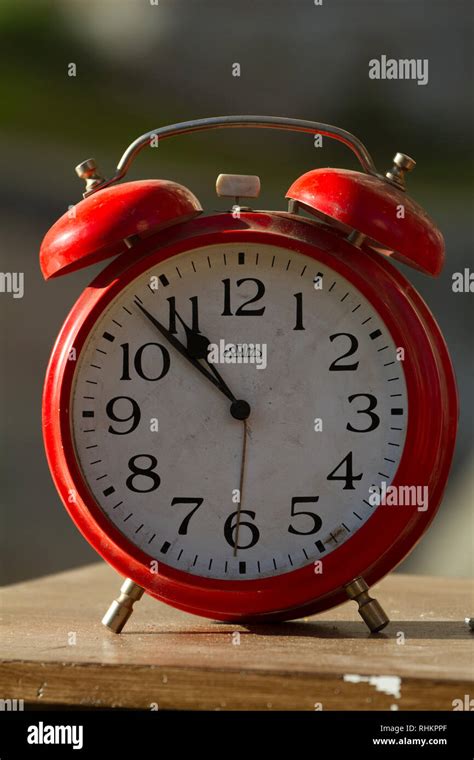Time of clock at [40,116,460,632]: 10:52
